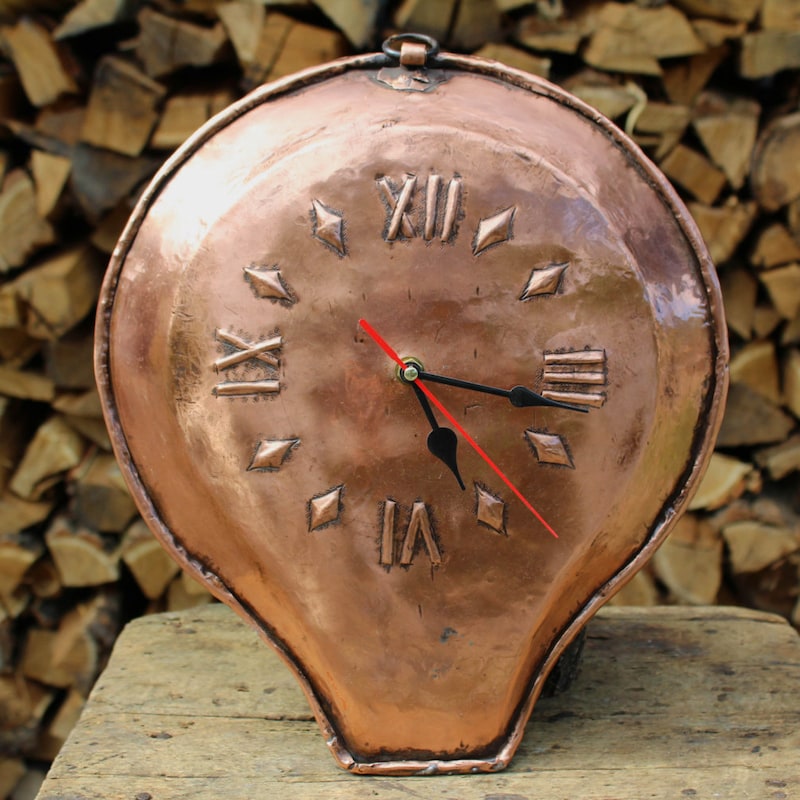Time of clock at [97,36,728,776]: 5:17
